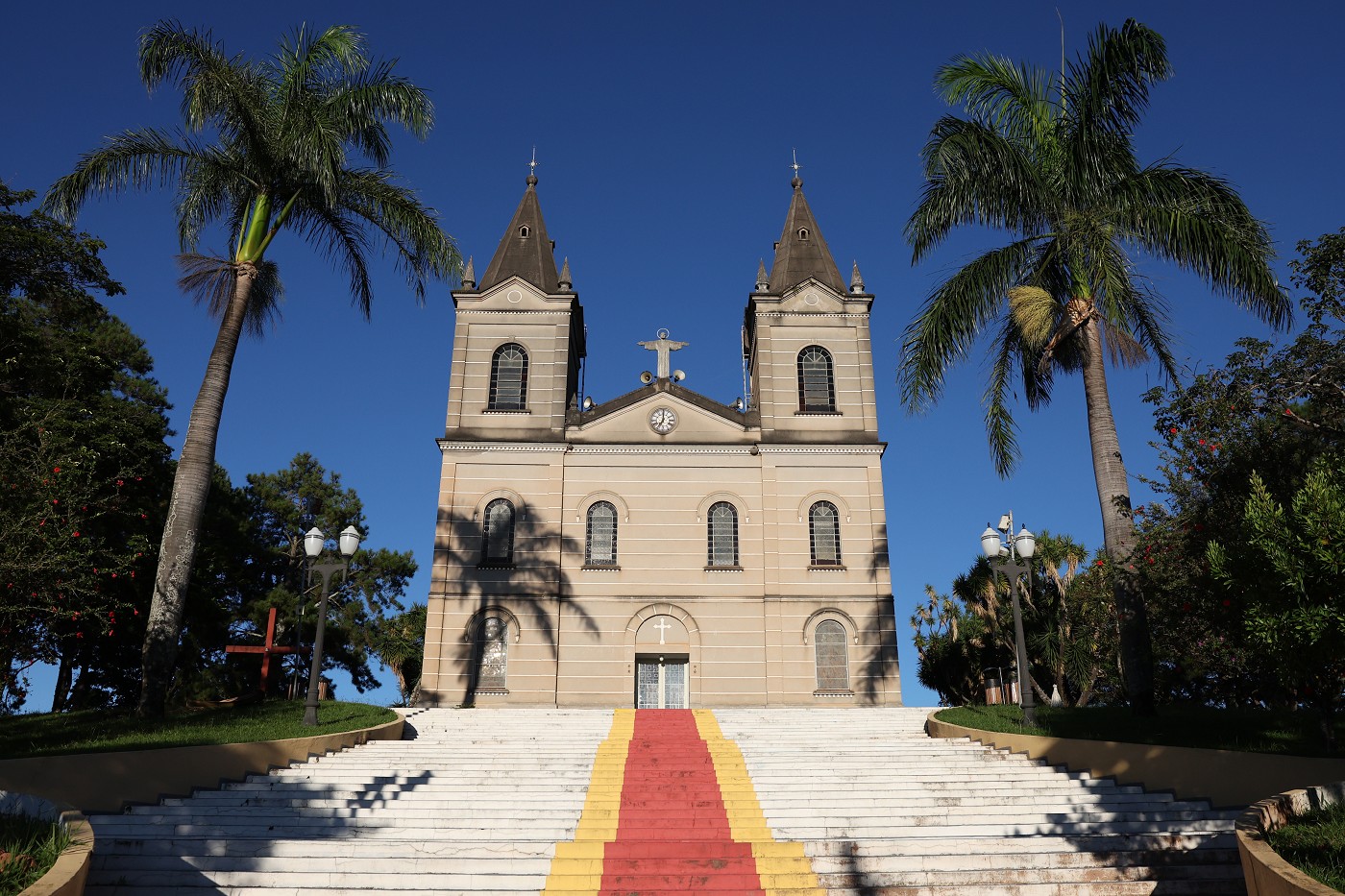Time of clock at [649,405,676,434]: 7:00
